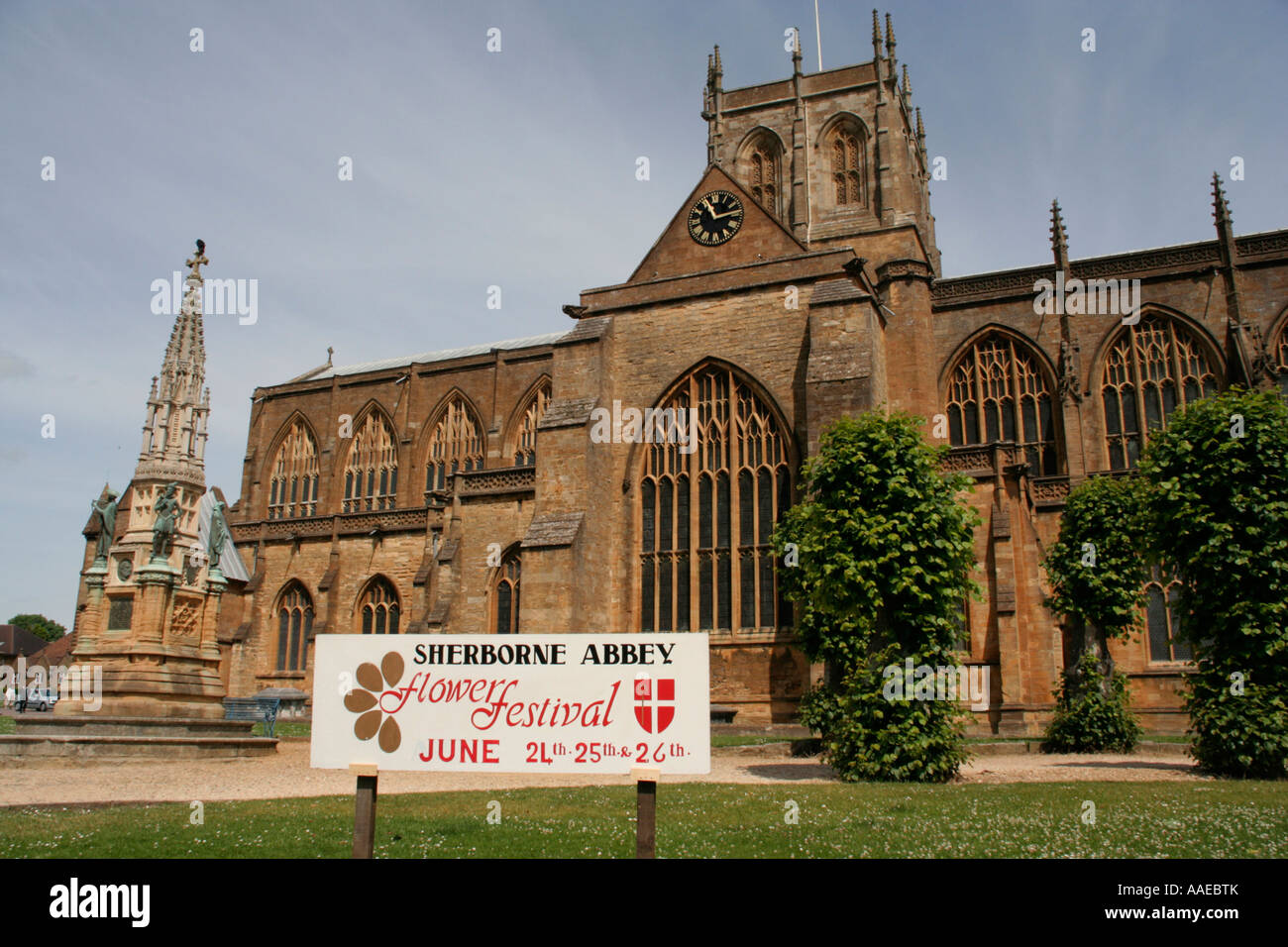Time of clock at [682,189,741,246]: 11:13
